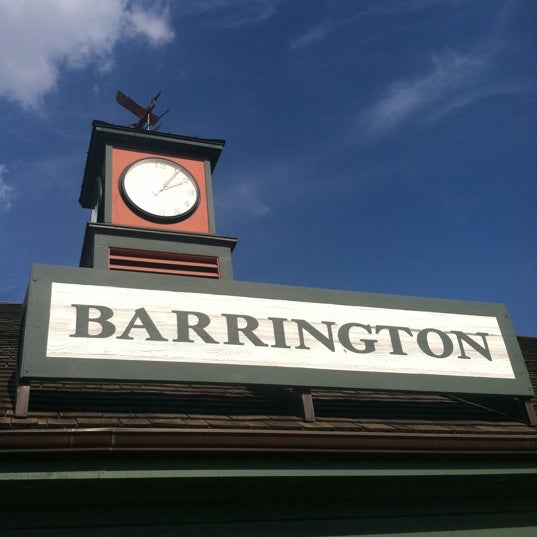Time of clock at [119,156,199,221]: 2:06
